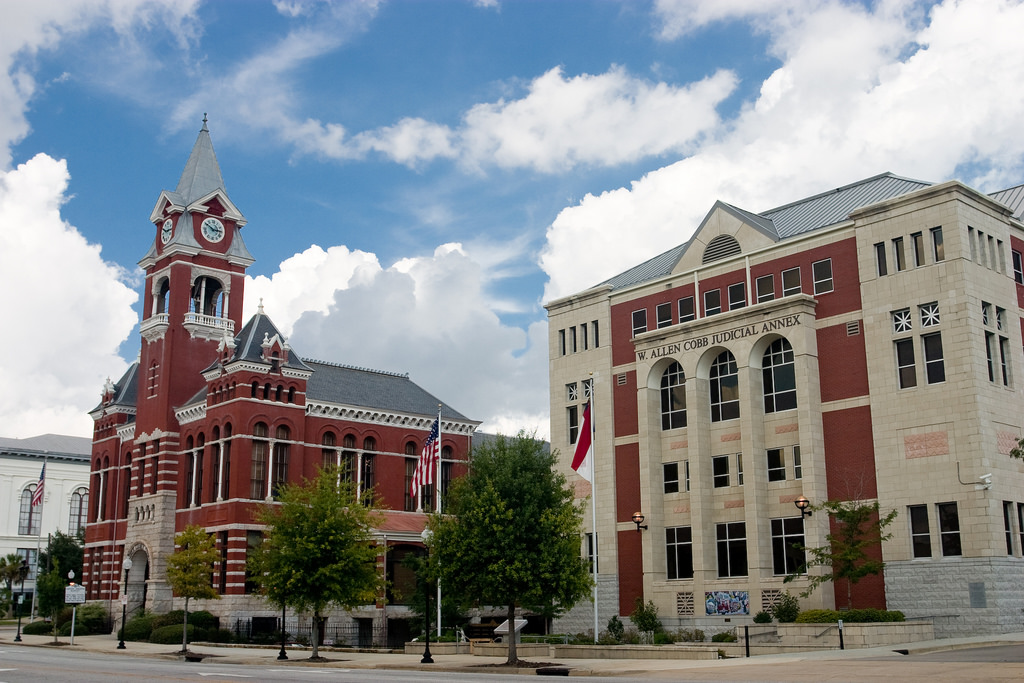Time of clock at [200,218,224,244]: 2:50
